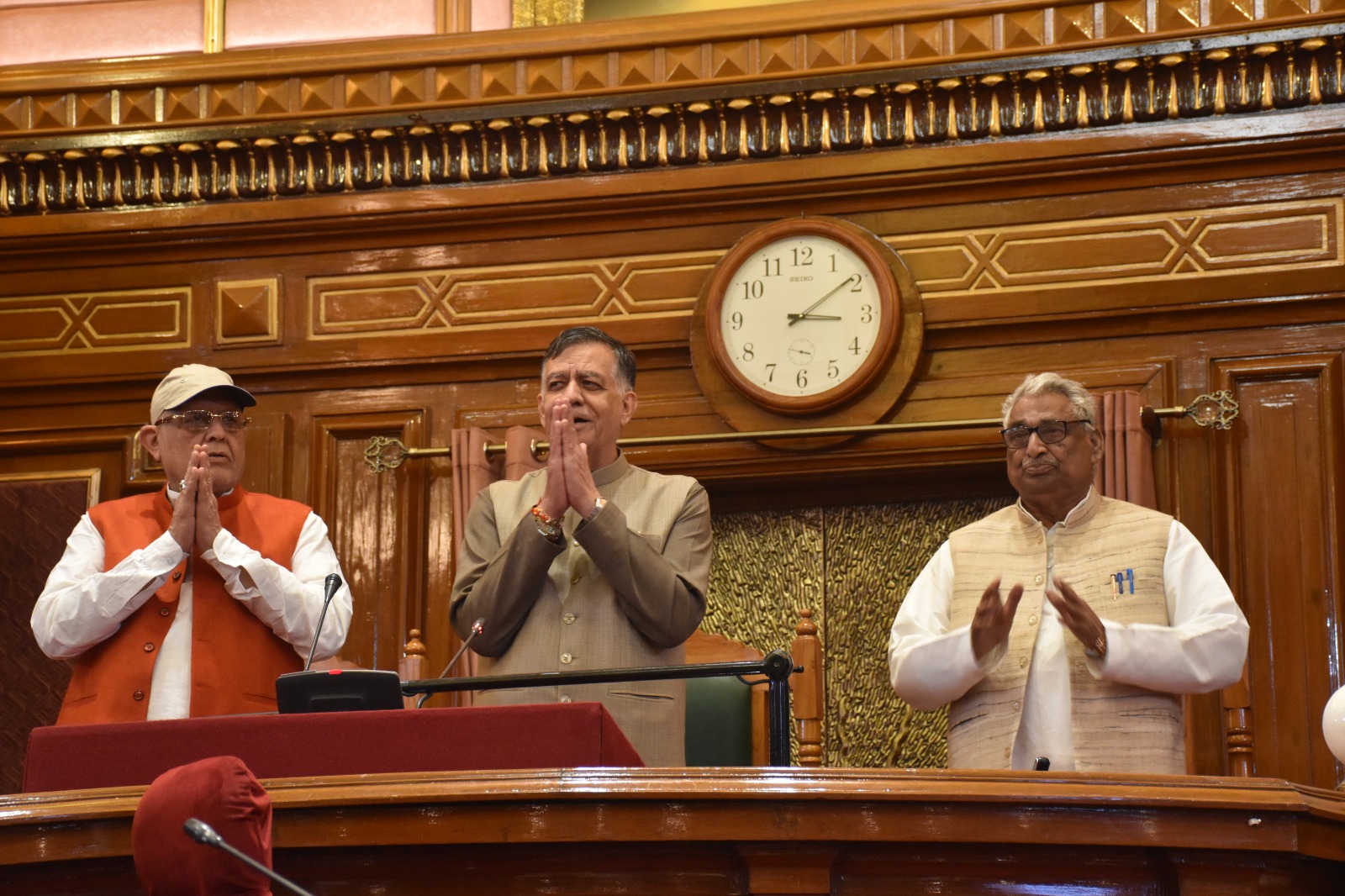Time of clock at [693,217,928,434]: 3:09
